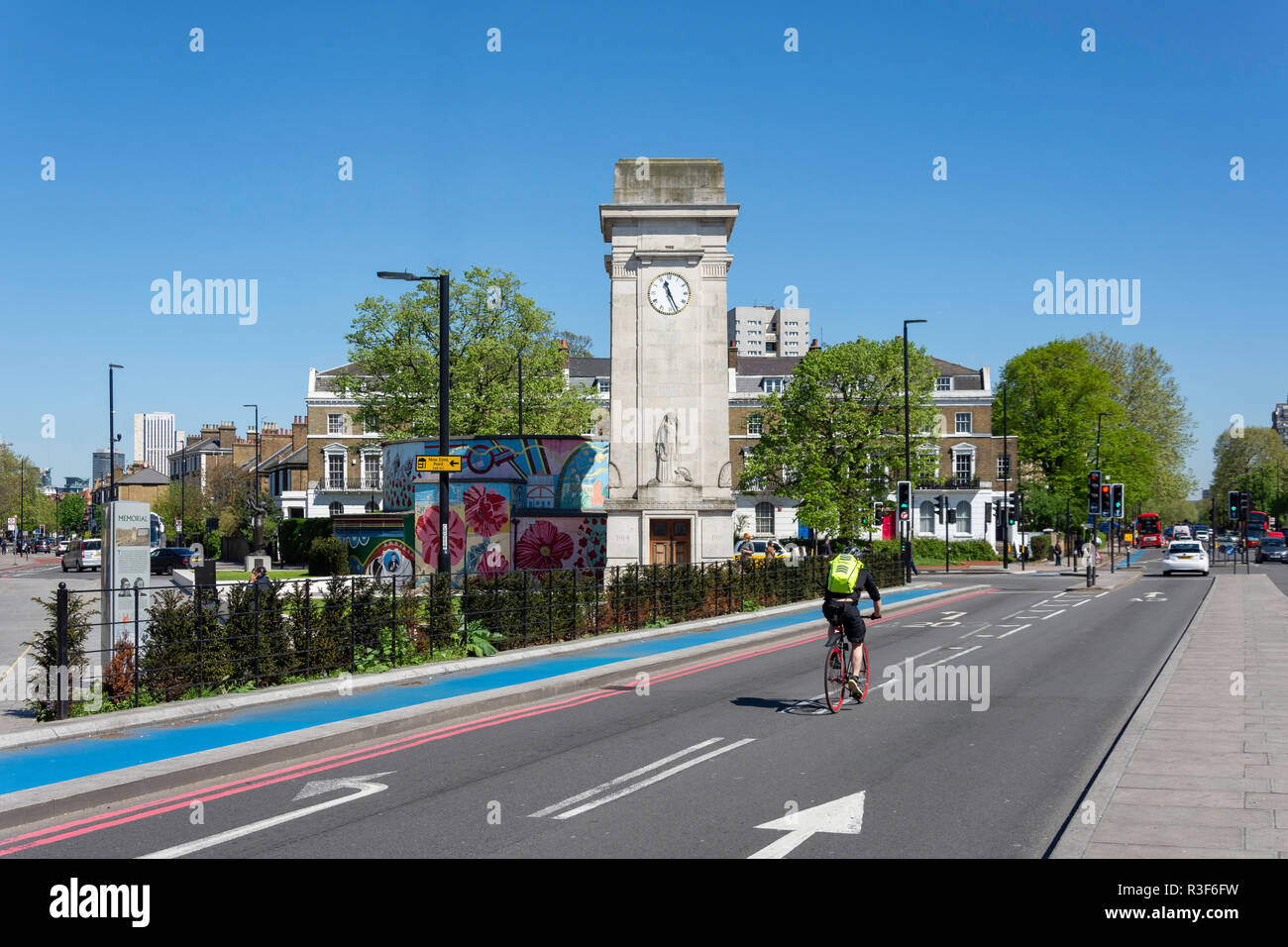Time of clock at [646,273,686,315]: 11:25
